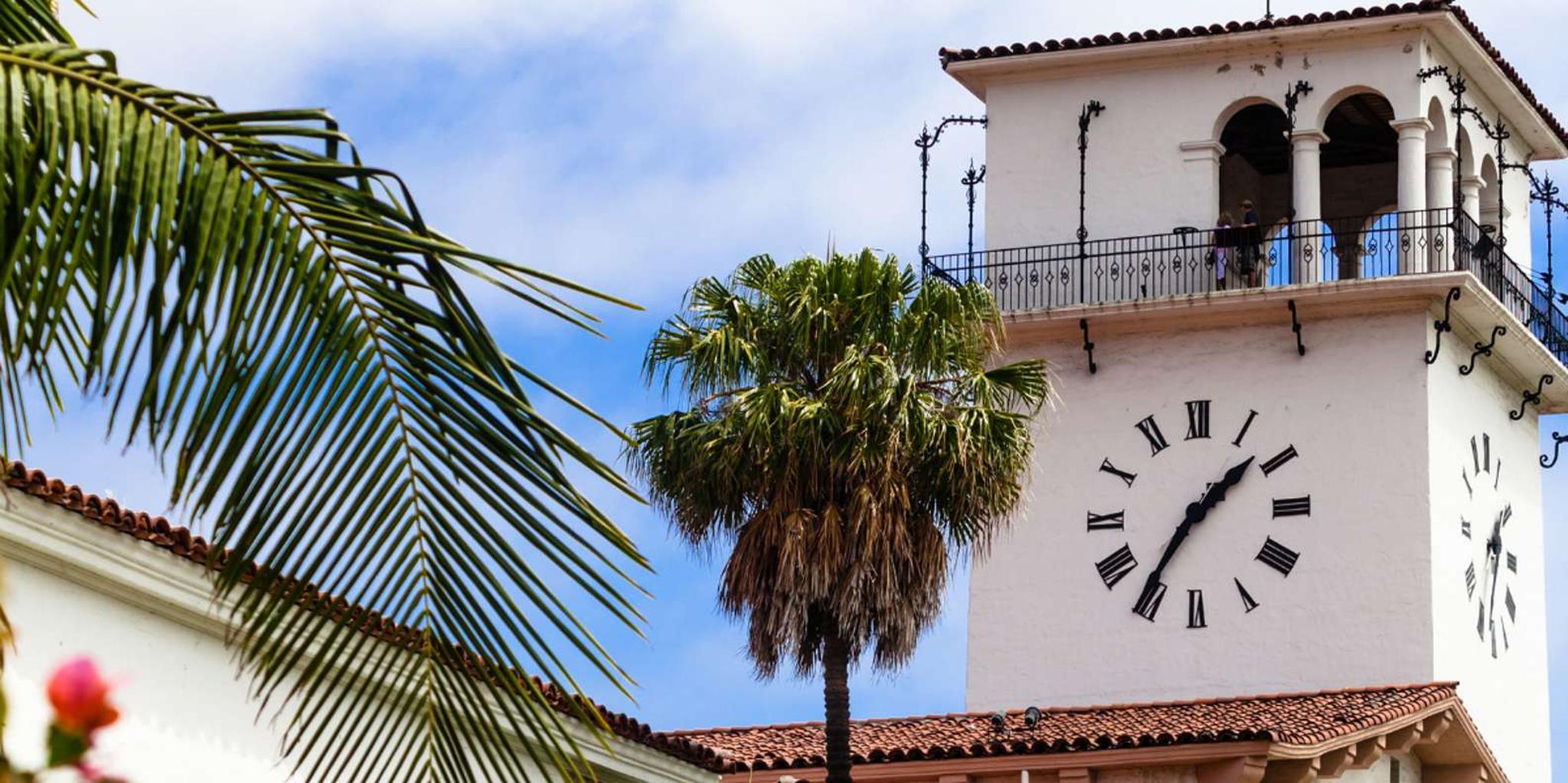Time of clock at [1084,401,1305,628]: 1:35
